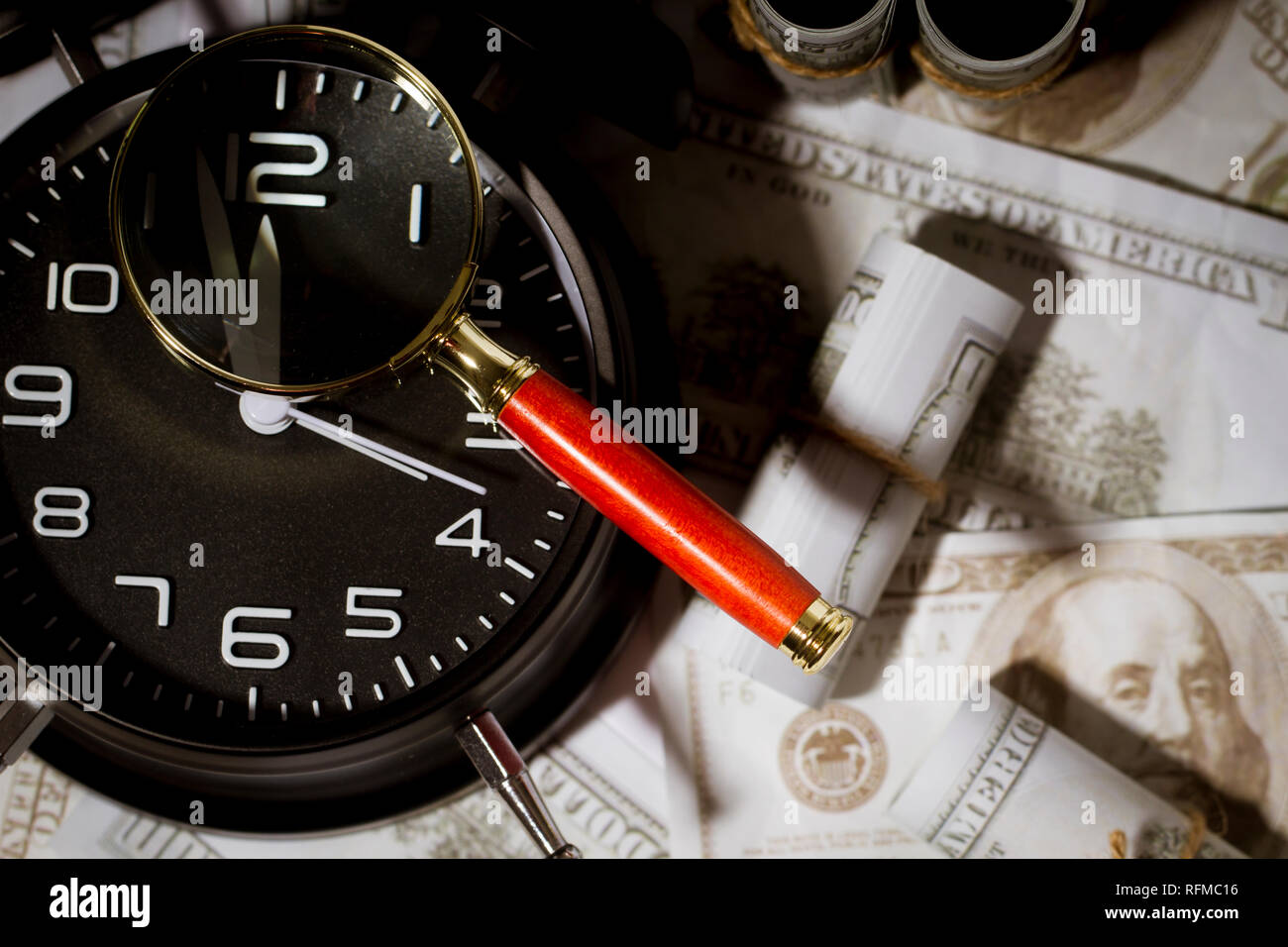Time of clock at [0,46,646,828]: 10:18
